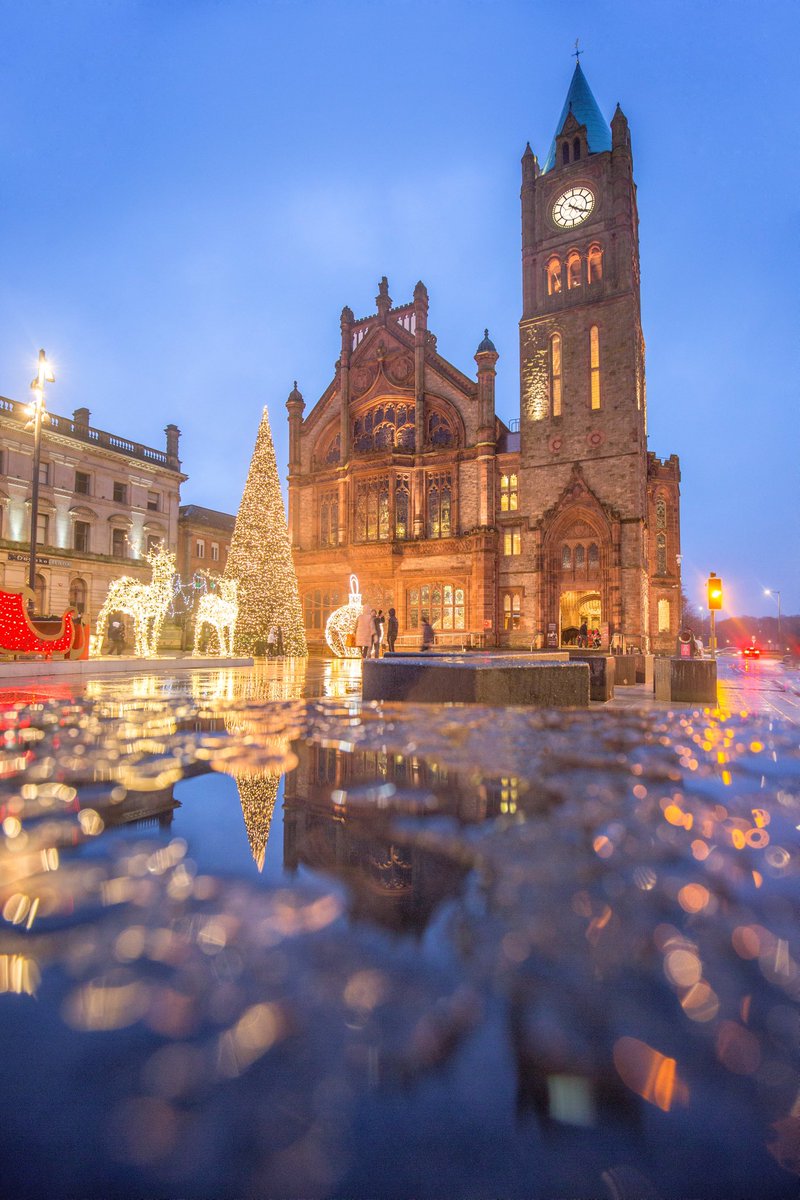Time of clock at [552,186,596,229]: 4:20
